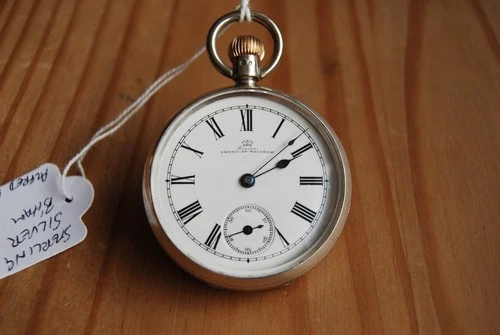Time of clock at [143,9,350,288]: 2:08
